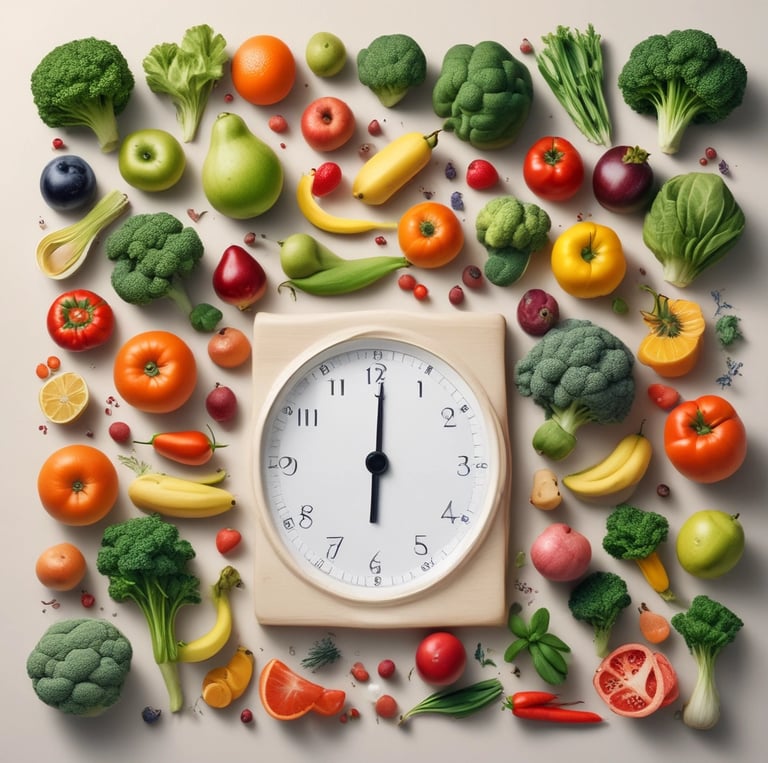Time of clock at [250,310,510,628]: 6:00
